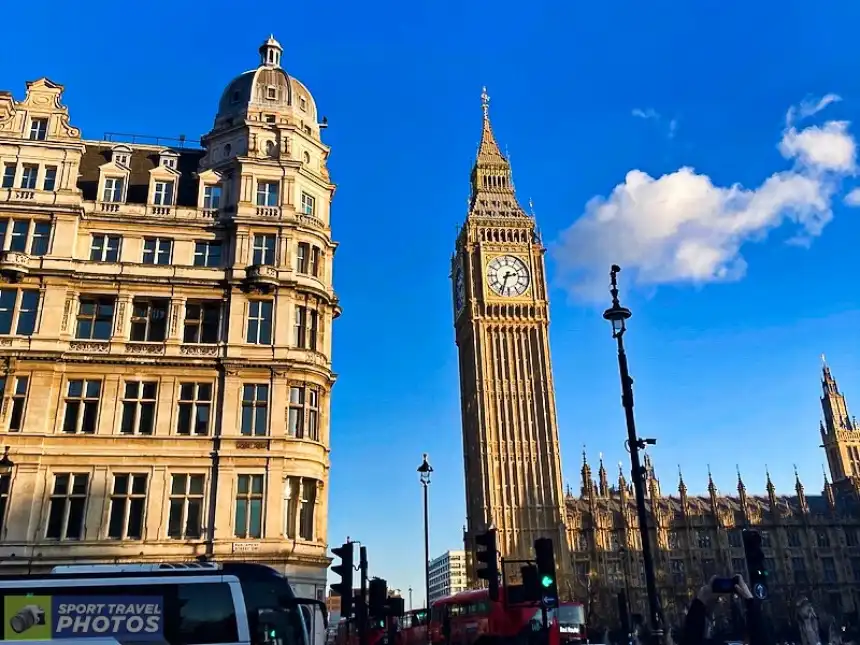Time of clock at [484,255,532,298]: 2:33
